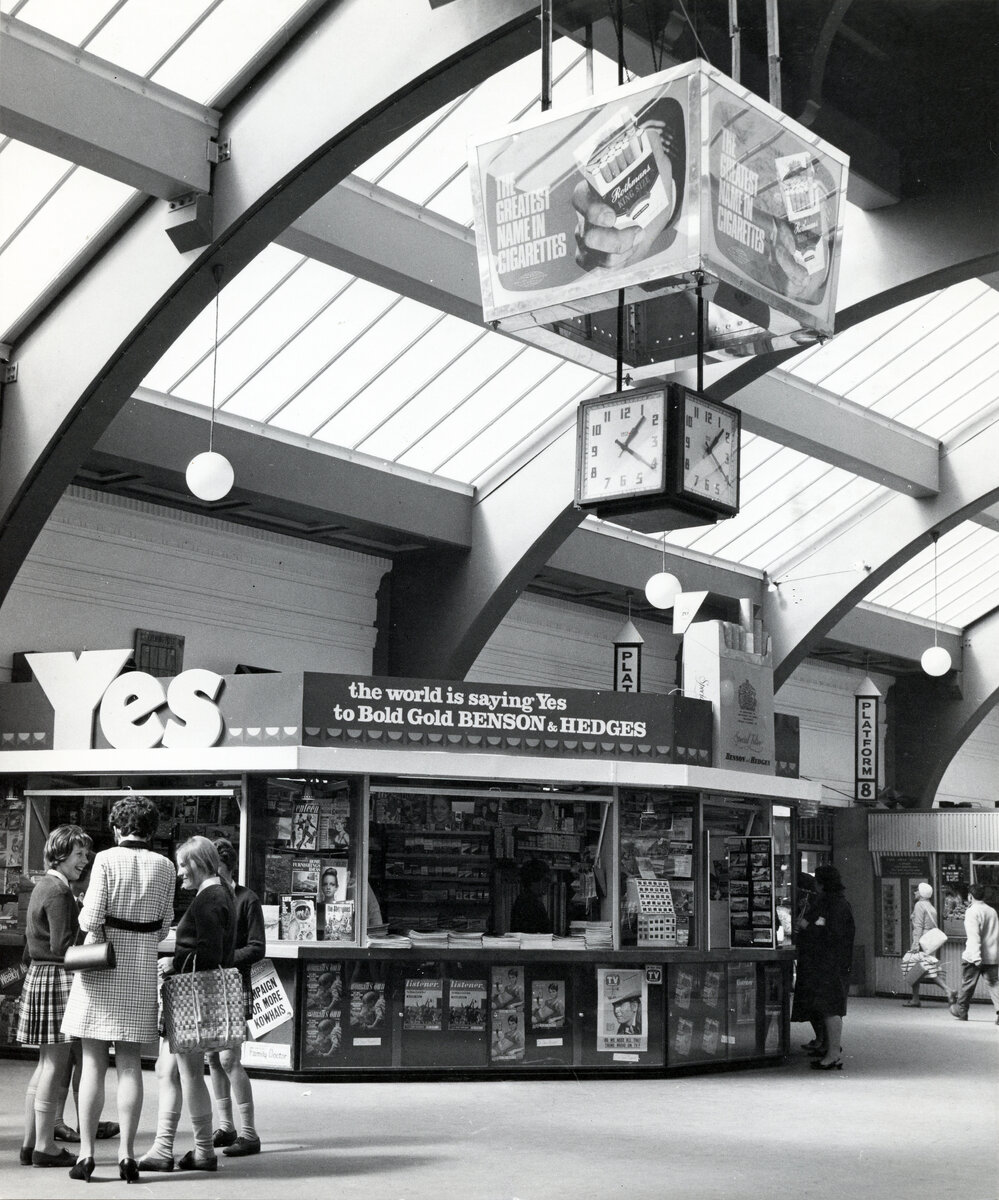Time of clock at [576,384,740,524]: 1:20
